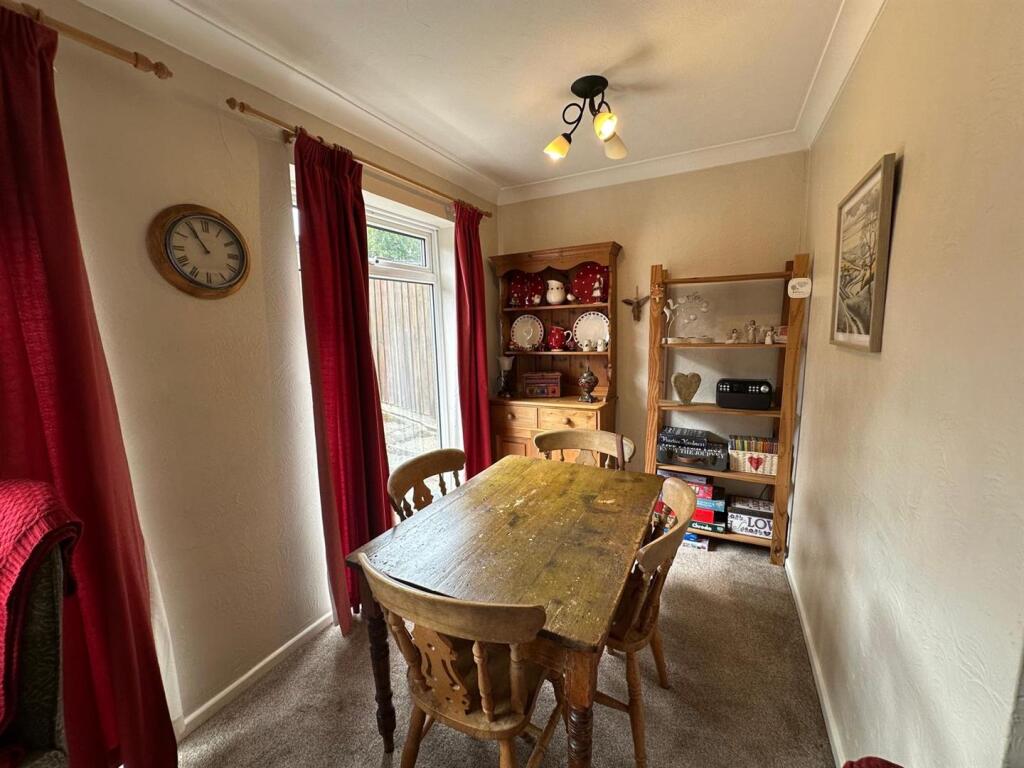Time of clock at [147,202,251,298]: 10:54
